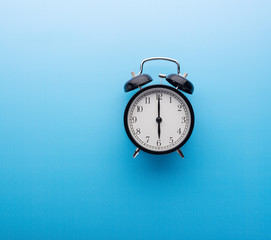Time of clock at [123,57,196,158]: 6:00
